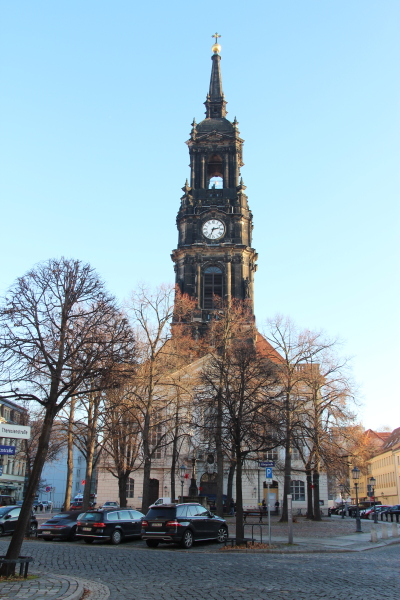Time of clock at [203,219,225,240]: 2:33
